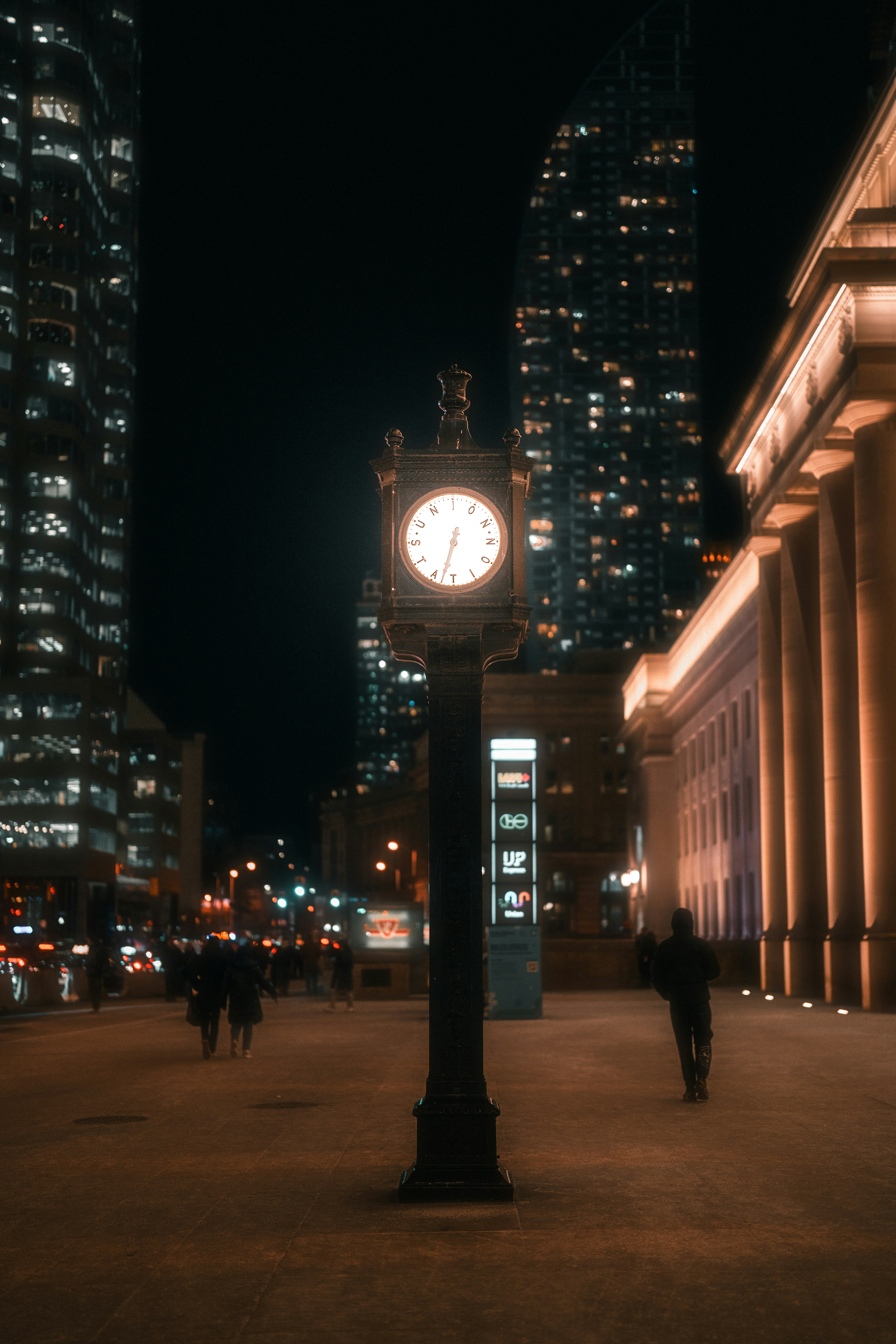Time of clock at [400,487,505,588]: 6:32
